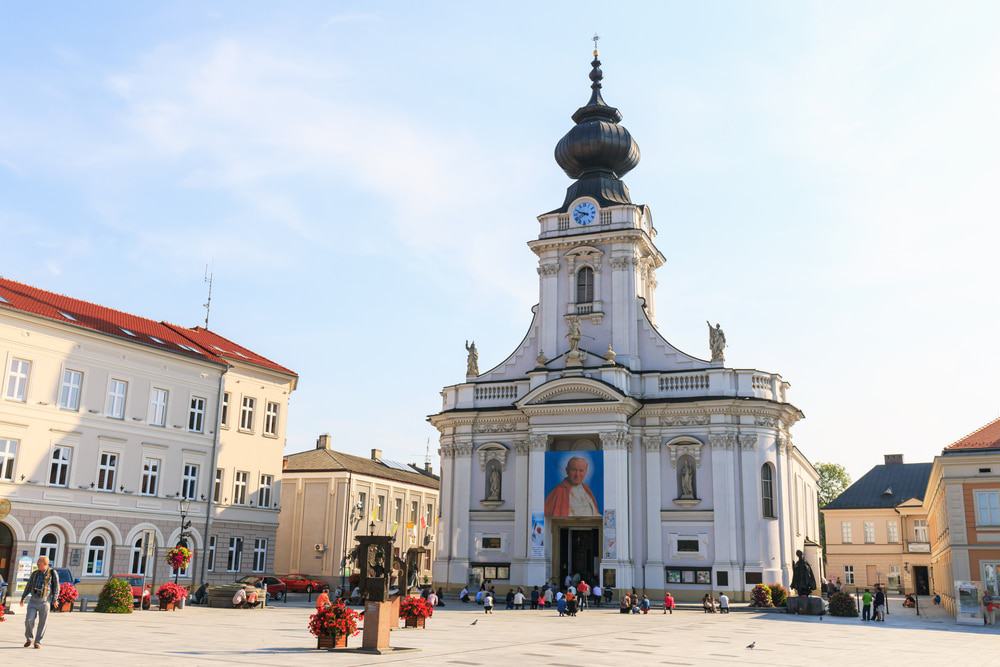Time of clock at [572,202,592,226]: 9:38
